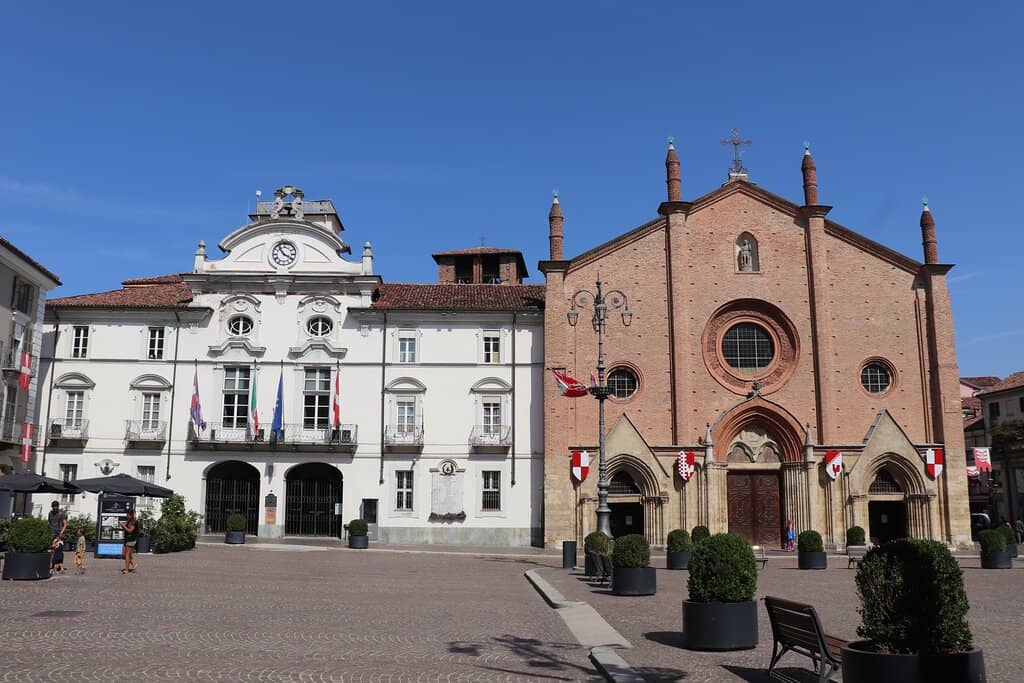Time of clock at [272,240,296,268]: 3:53
